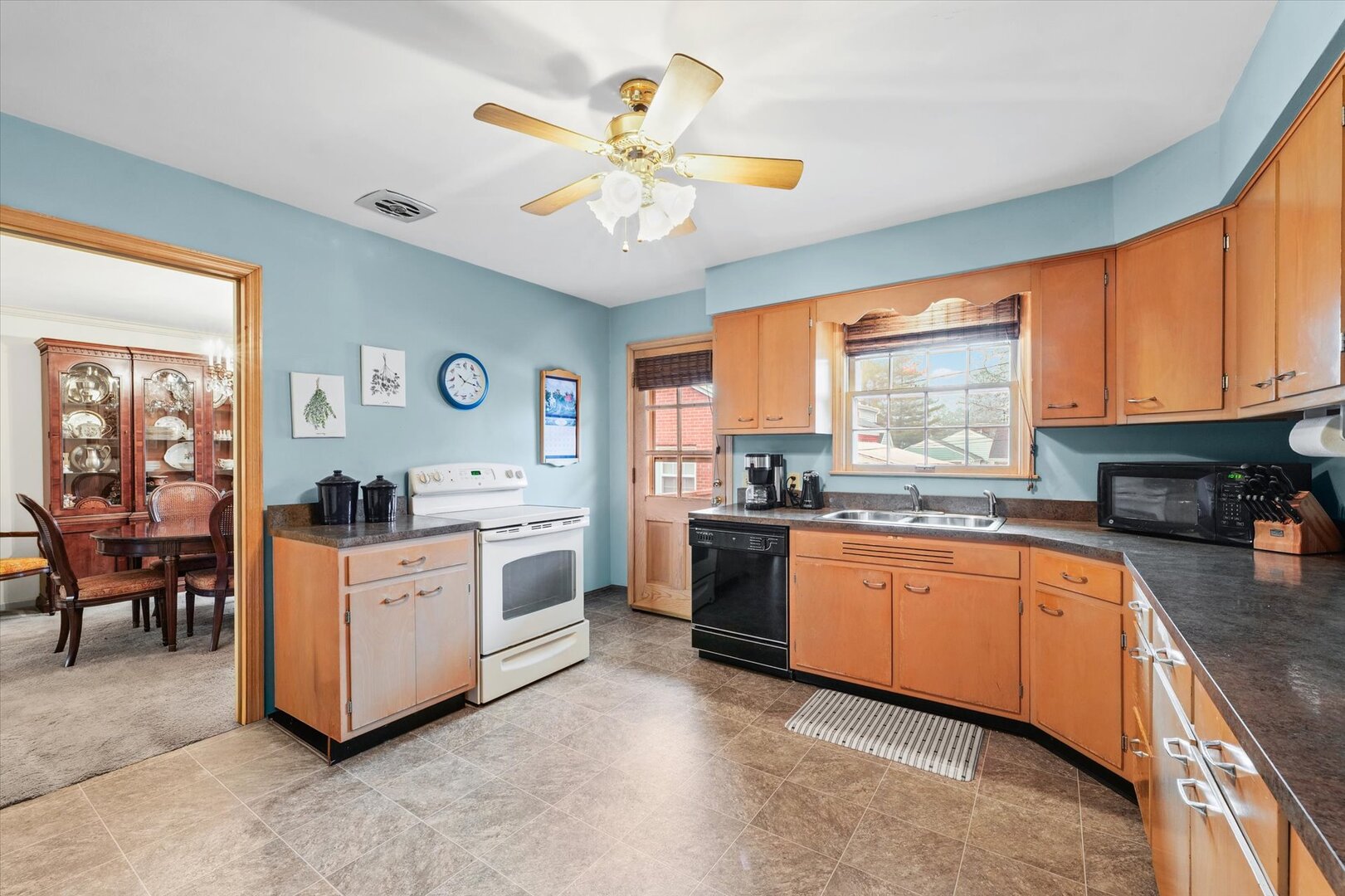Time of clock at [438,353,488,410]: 10:16
